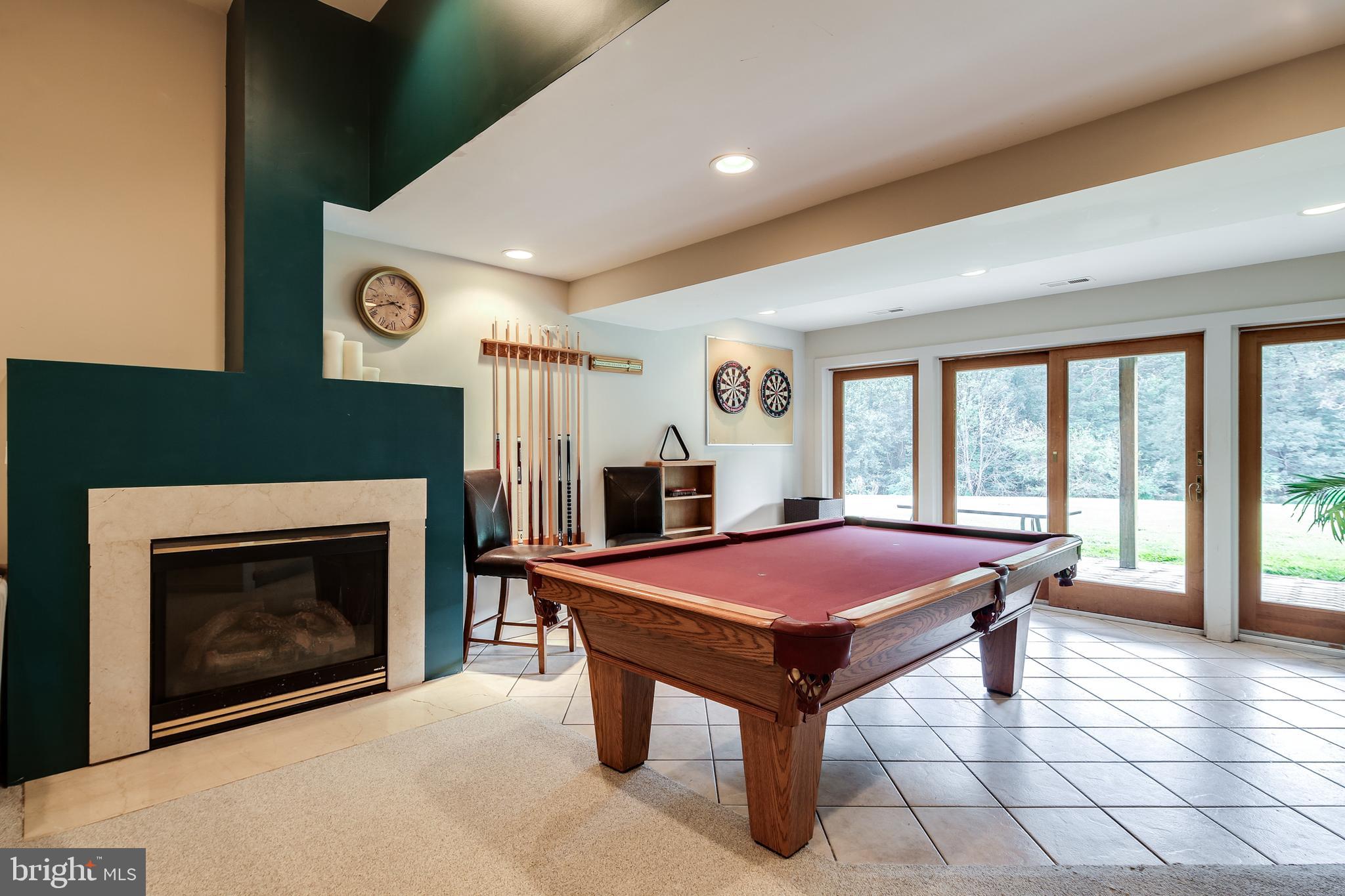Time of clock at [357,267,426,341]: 3:42
